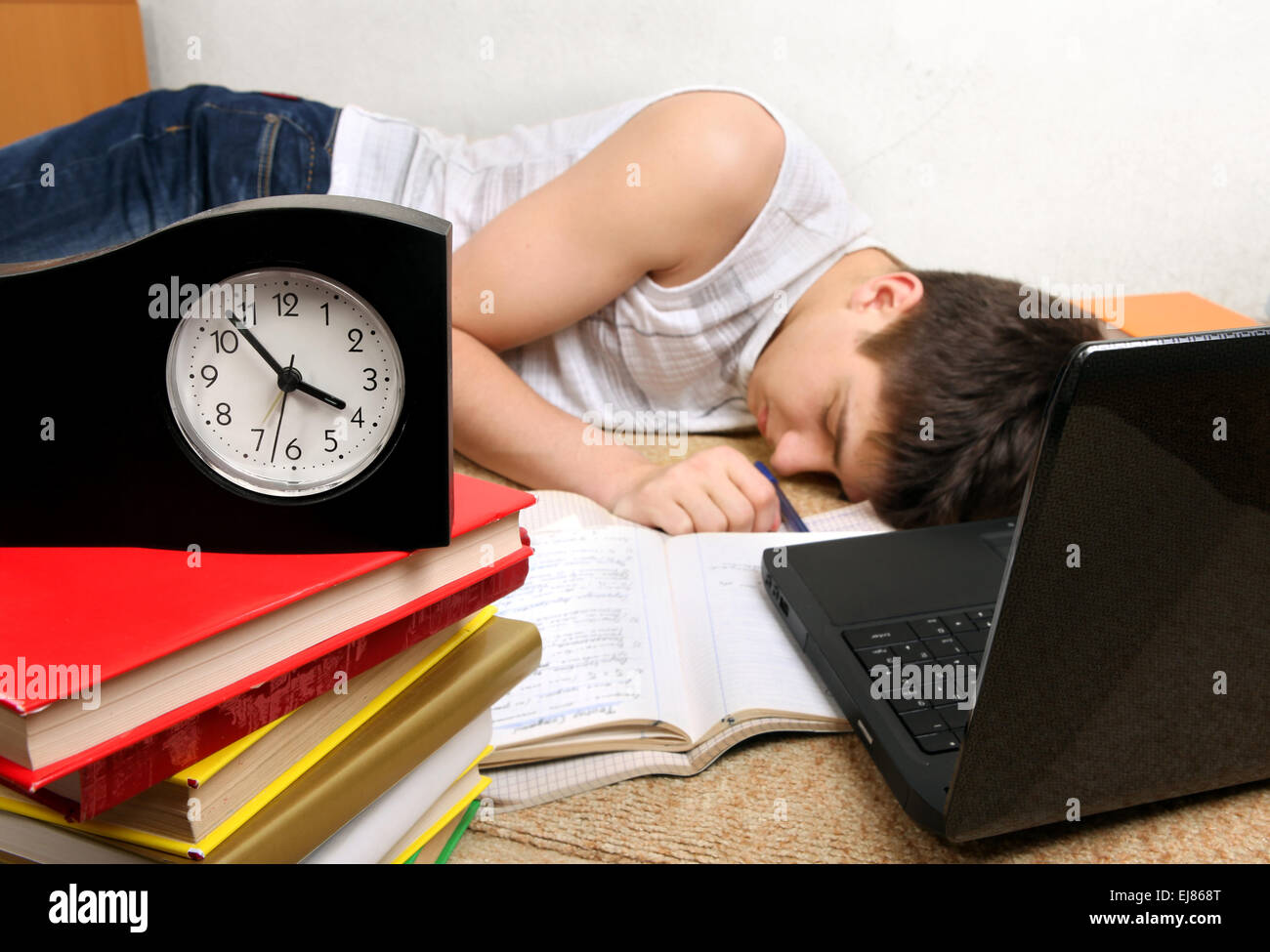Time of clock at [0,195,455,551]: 3:52
